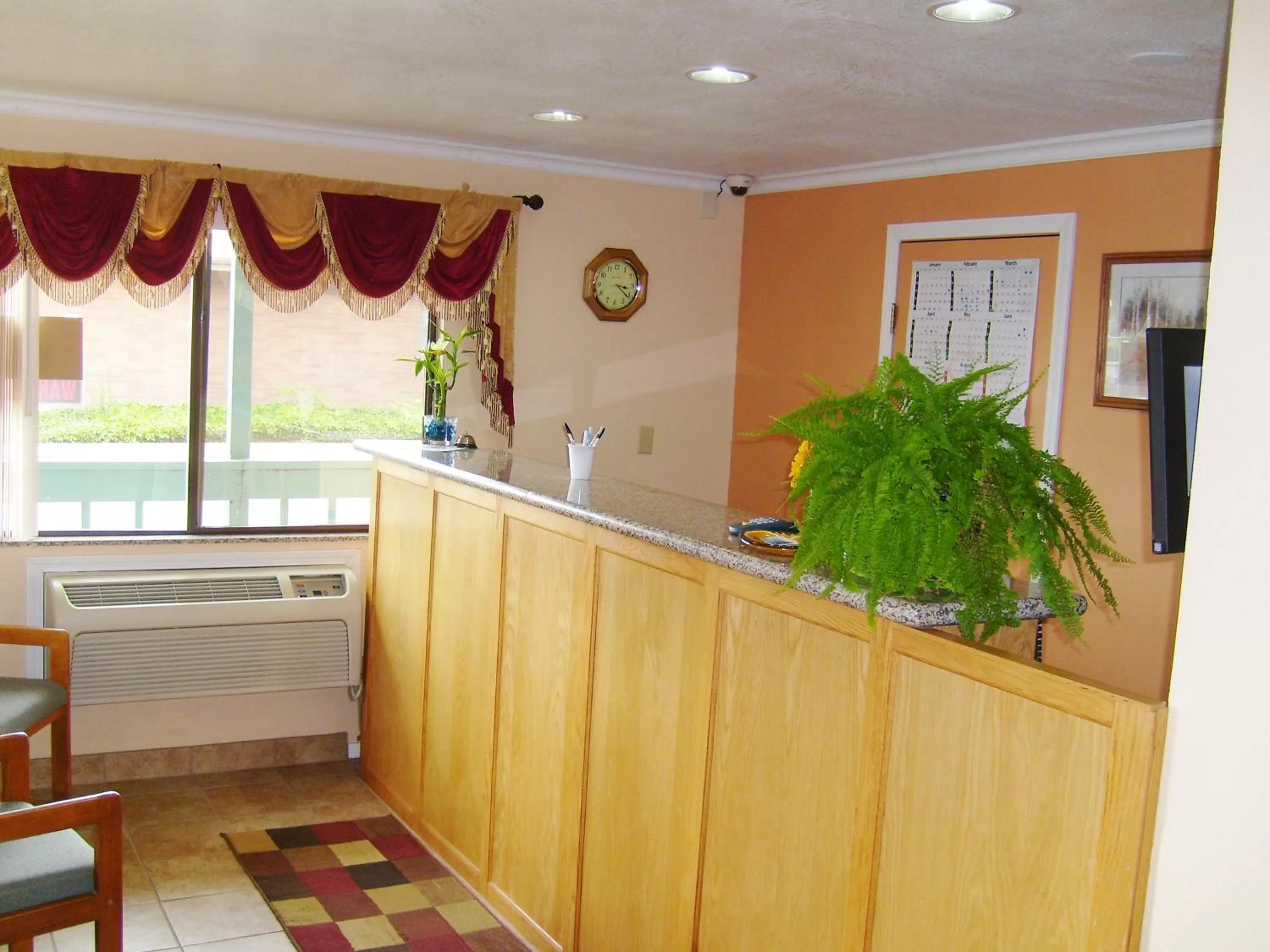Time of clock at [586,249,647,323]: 3:21
